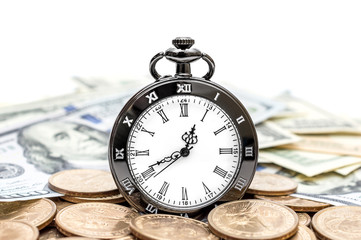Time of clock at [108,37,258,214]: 12:40
